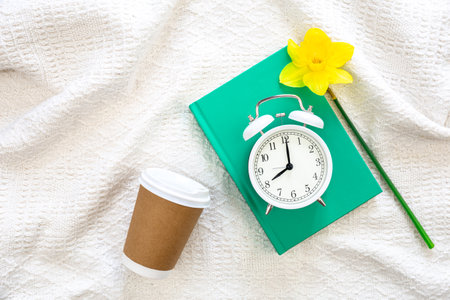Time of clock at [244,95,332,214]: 8:00
